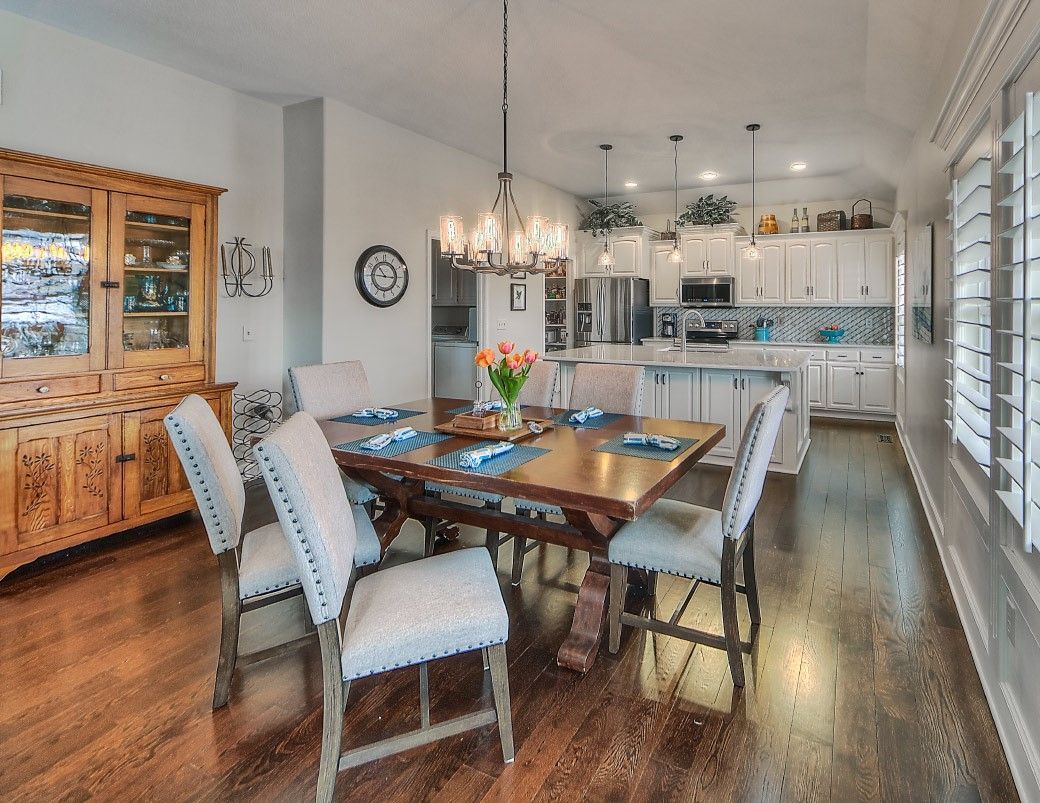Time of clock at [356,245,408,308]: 10:45
